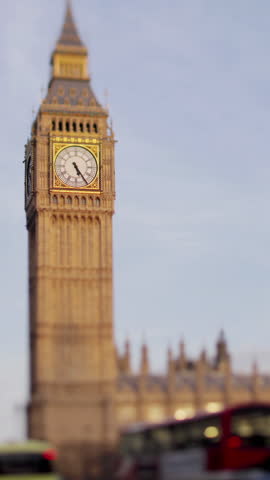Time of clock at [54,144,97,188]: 5:24
